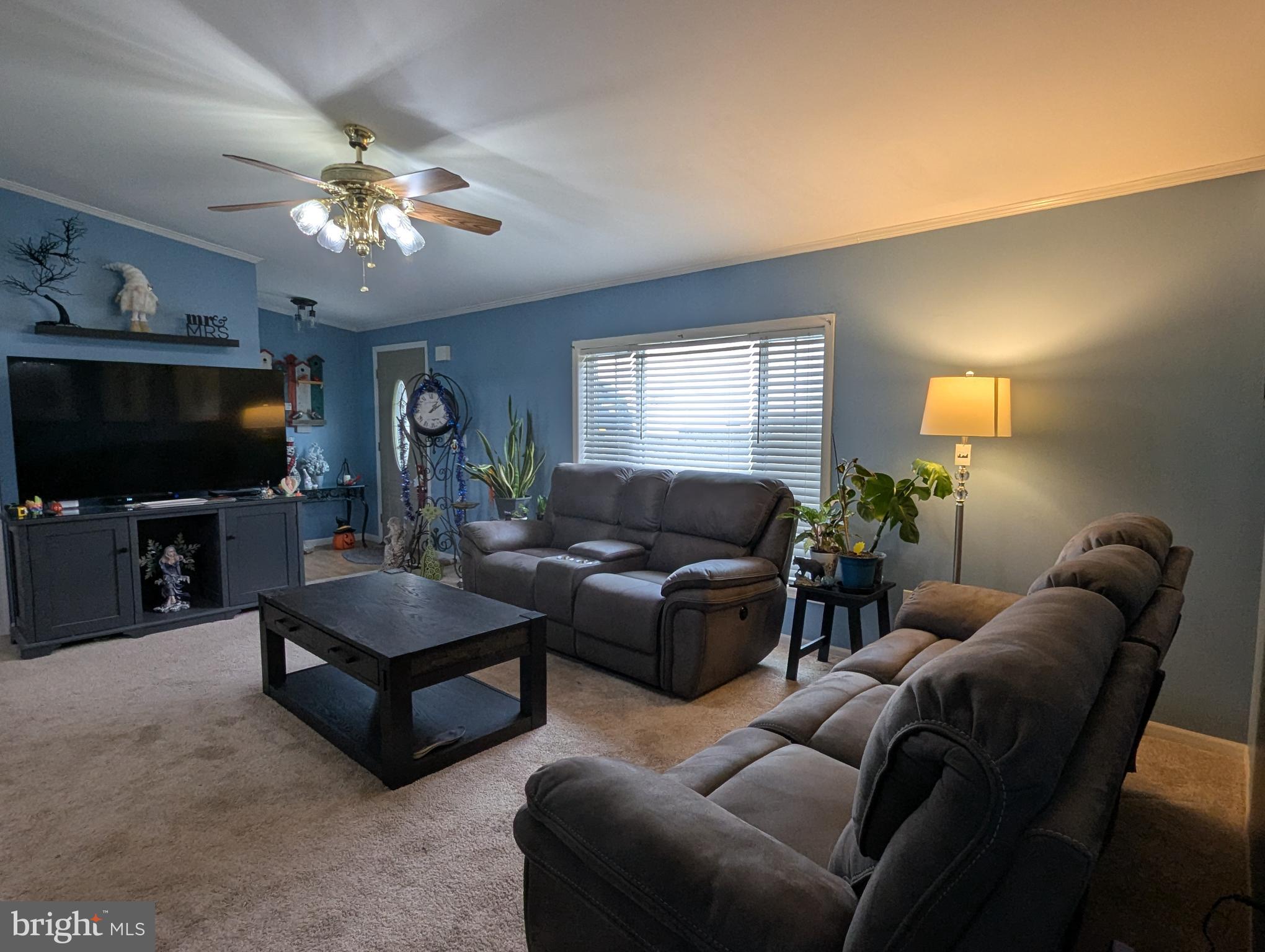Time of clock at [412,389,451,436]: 1:09
